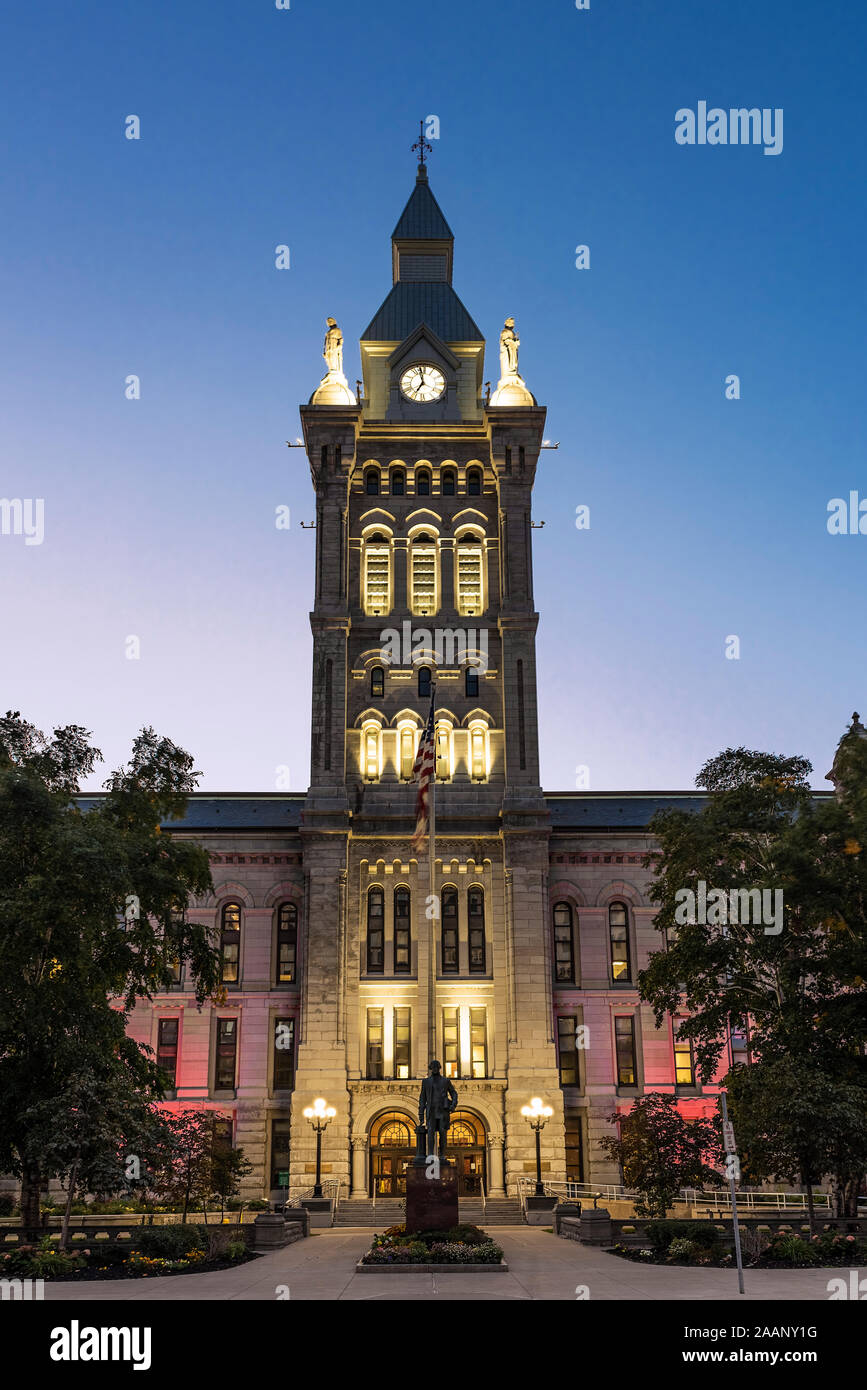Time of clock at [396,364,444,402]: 6:58
